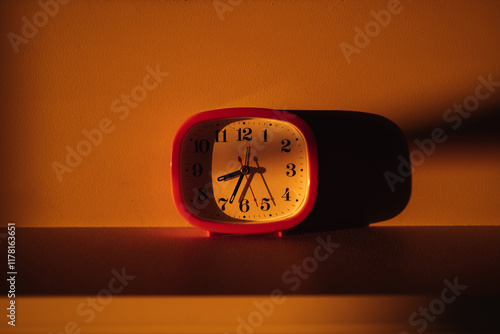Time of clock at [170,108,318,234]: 8:33
